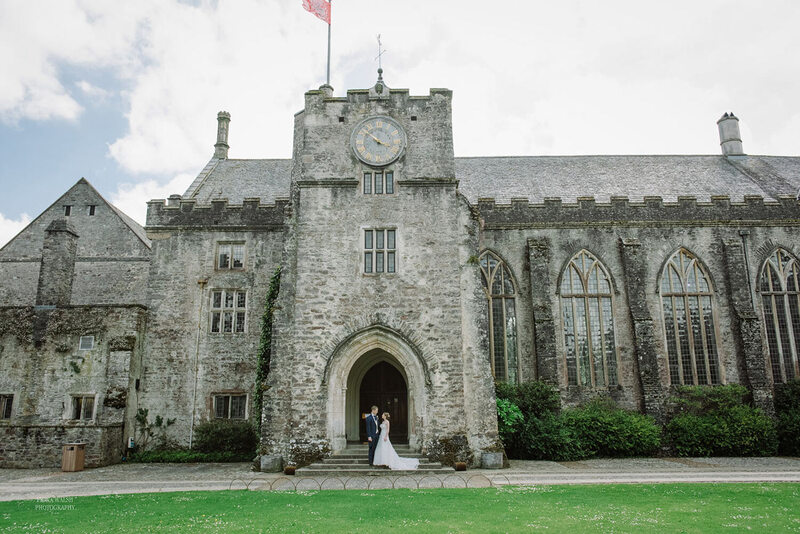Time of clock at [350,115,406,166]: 3:52
